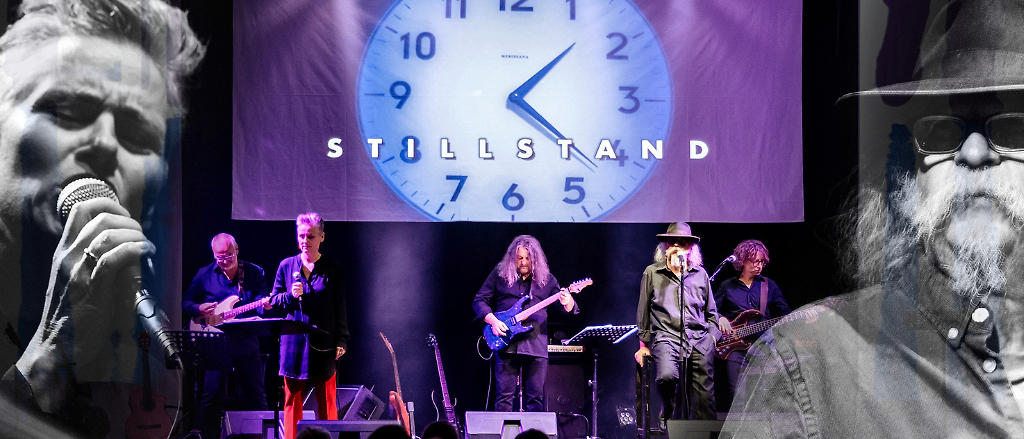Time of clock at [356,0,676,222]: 1:21
